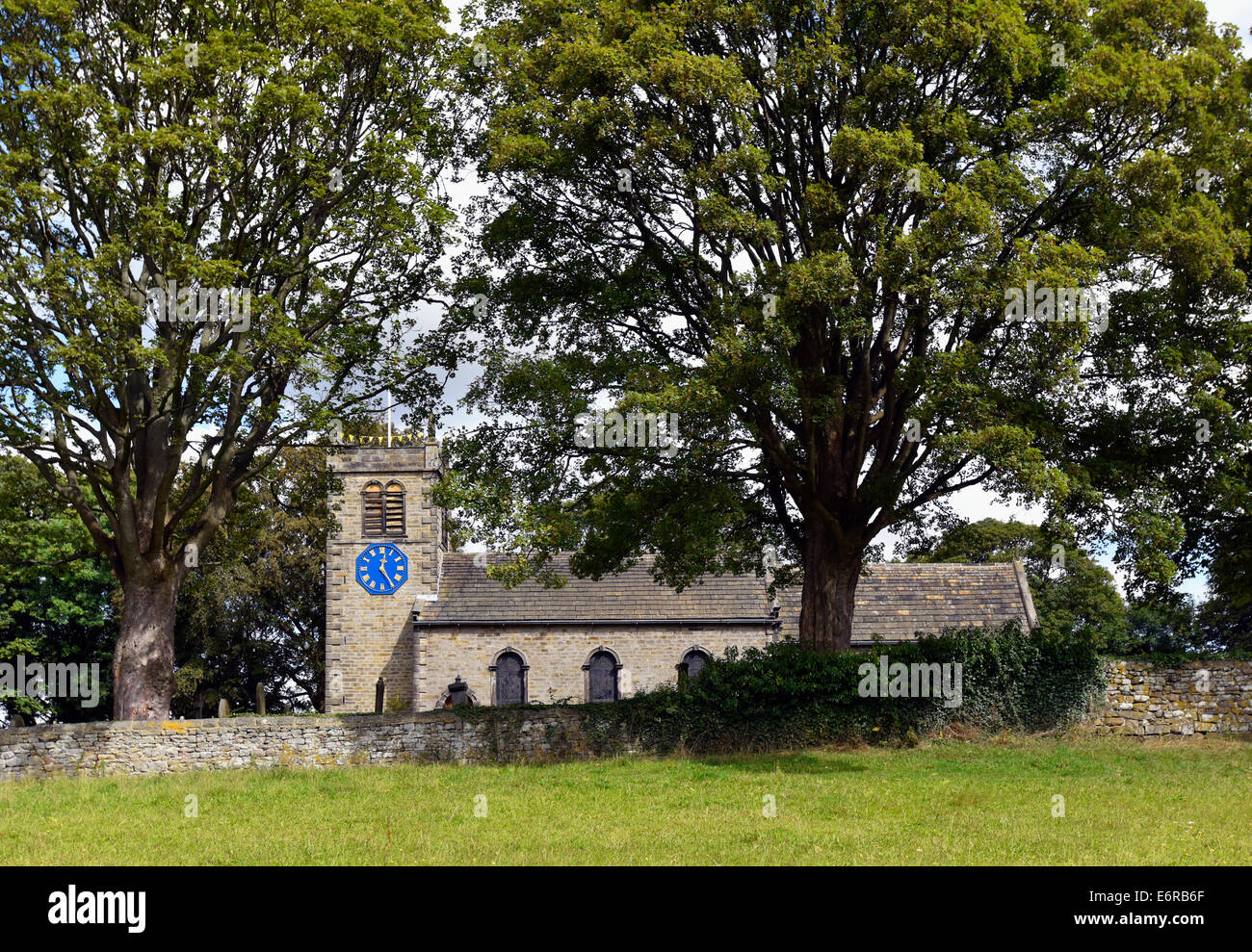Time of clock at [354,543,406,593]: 12:24
